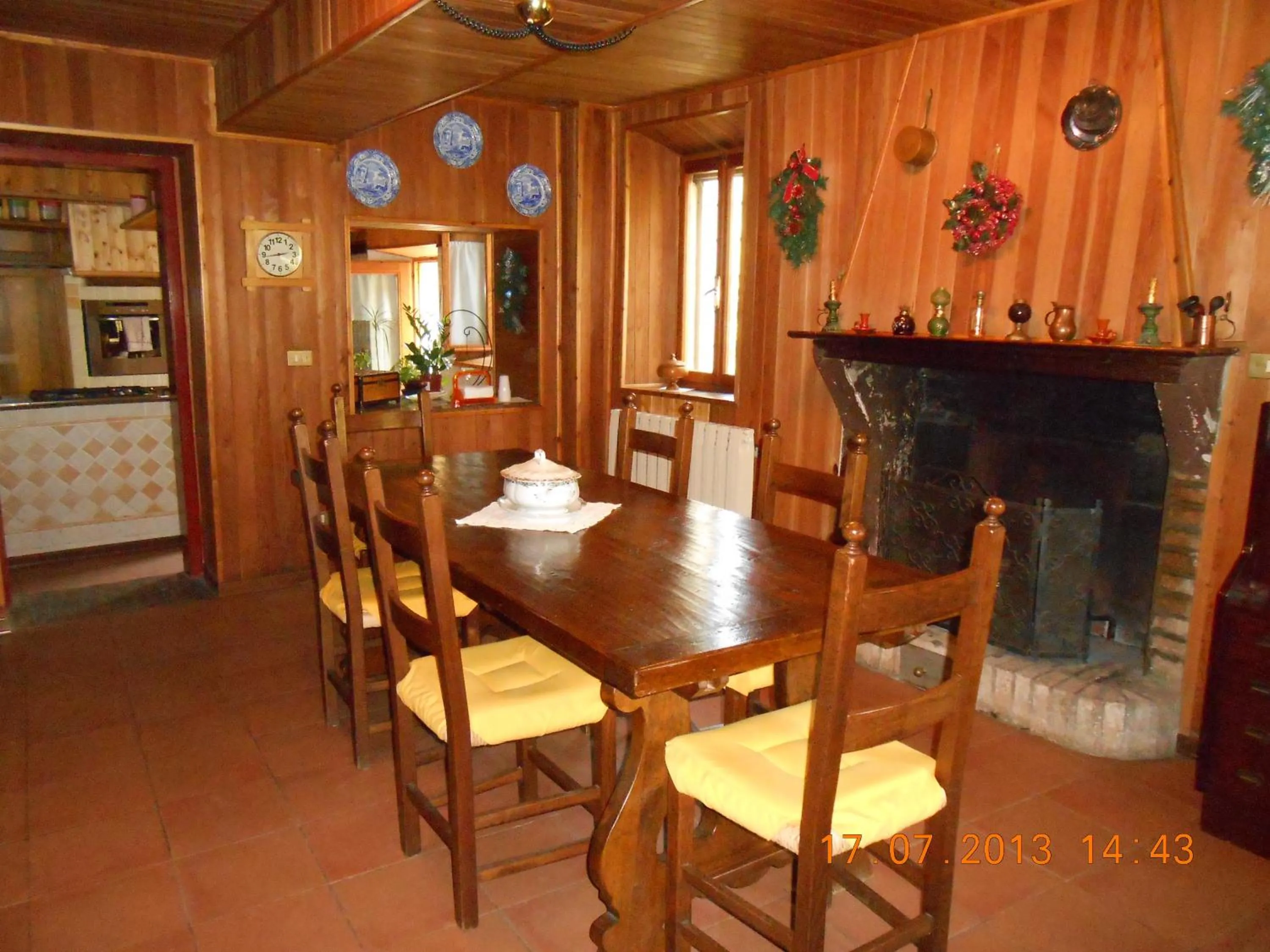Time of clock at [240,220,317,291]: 2:43
